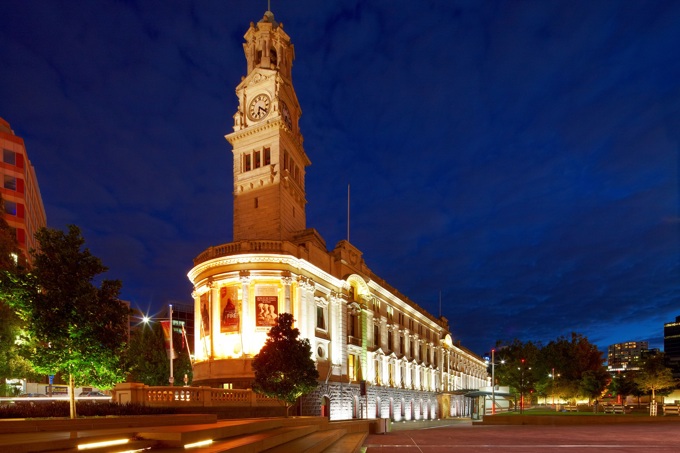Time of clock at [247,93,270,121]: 6:21
